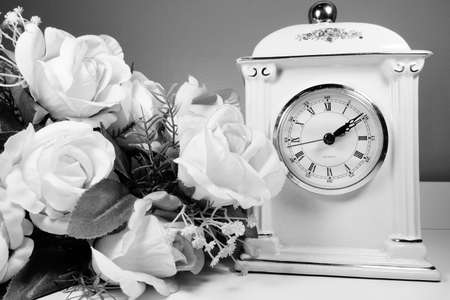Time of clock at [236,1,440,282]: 2:09
